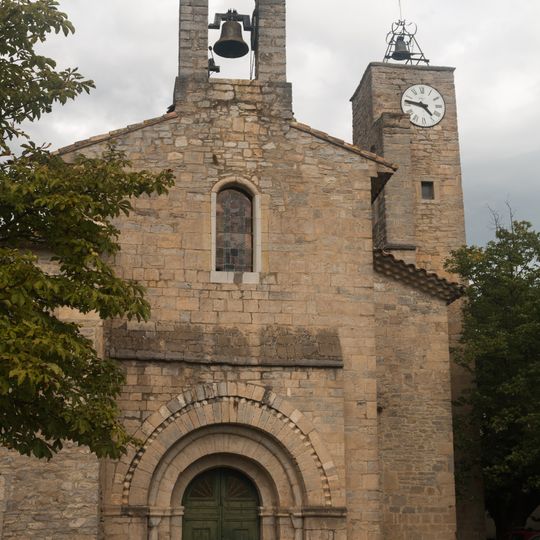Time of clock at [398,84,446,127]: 4:46
